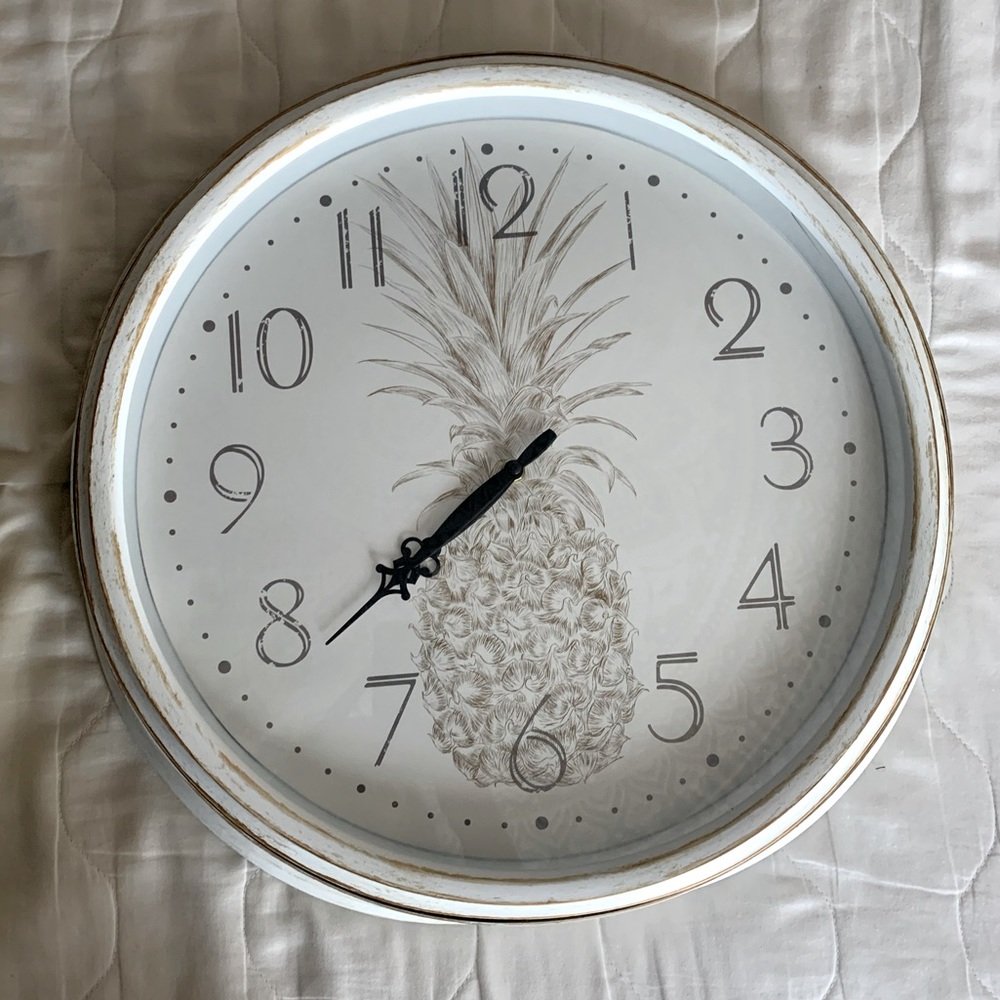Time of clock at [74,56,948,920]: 7:38
